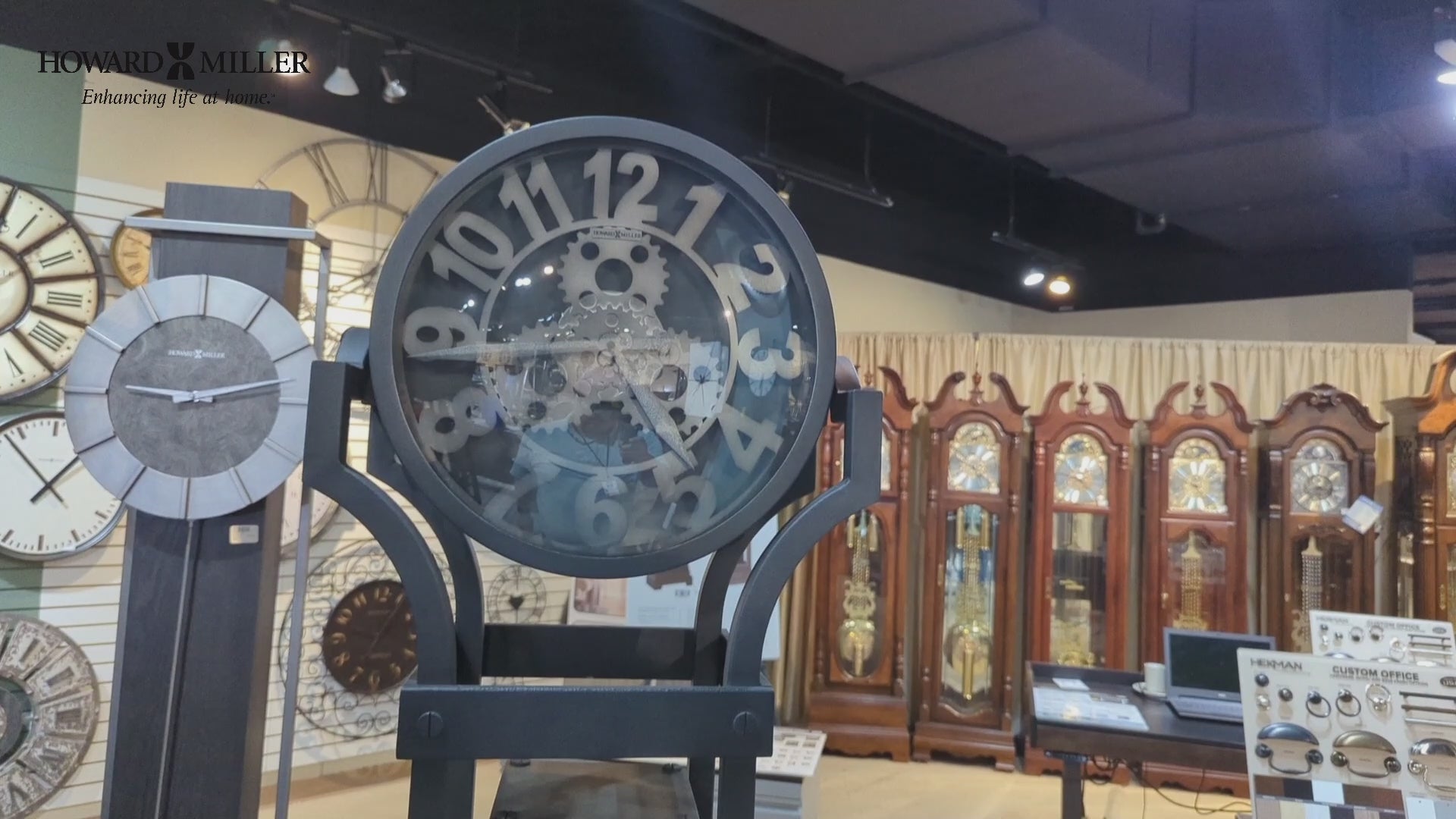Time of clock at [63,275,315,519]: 9:12
